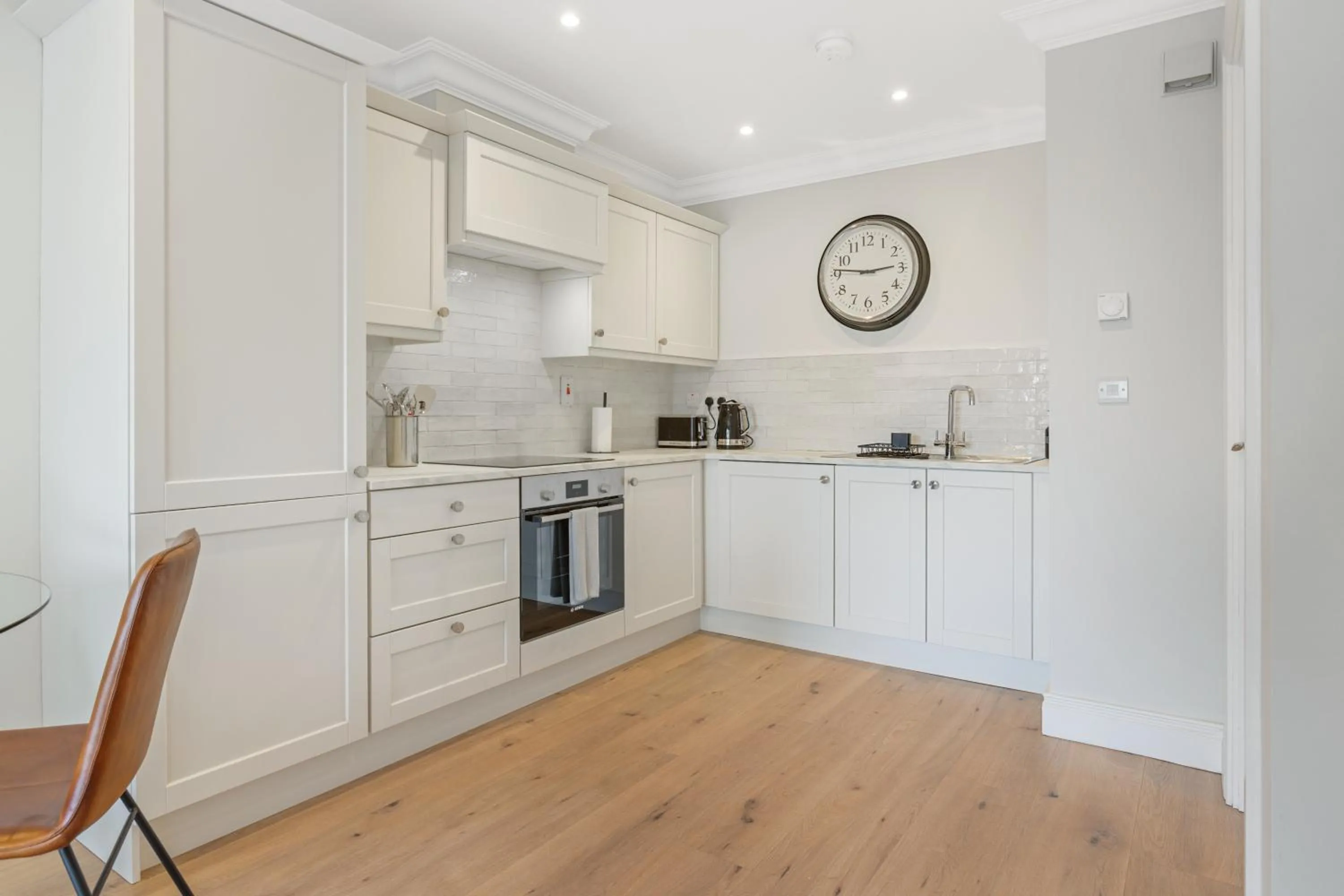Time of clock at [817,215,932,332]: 2:46
